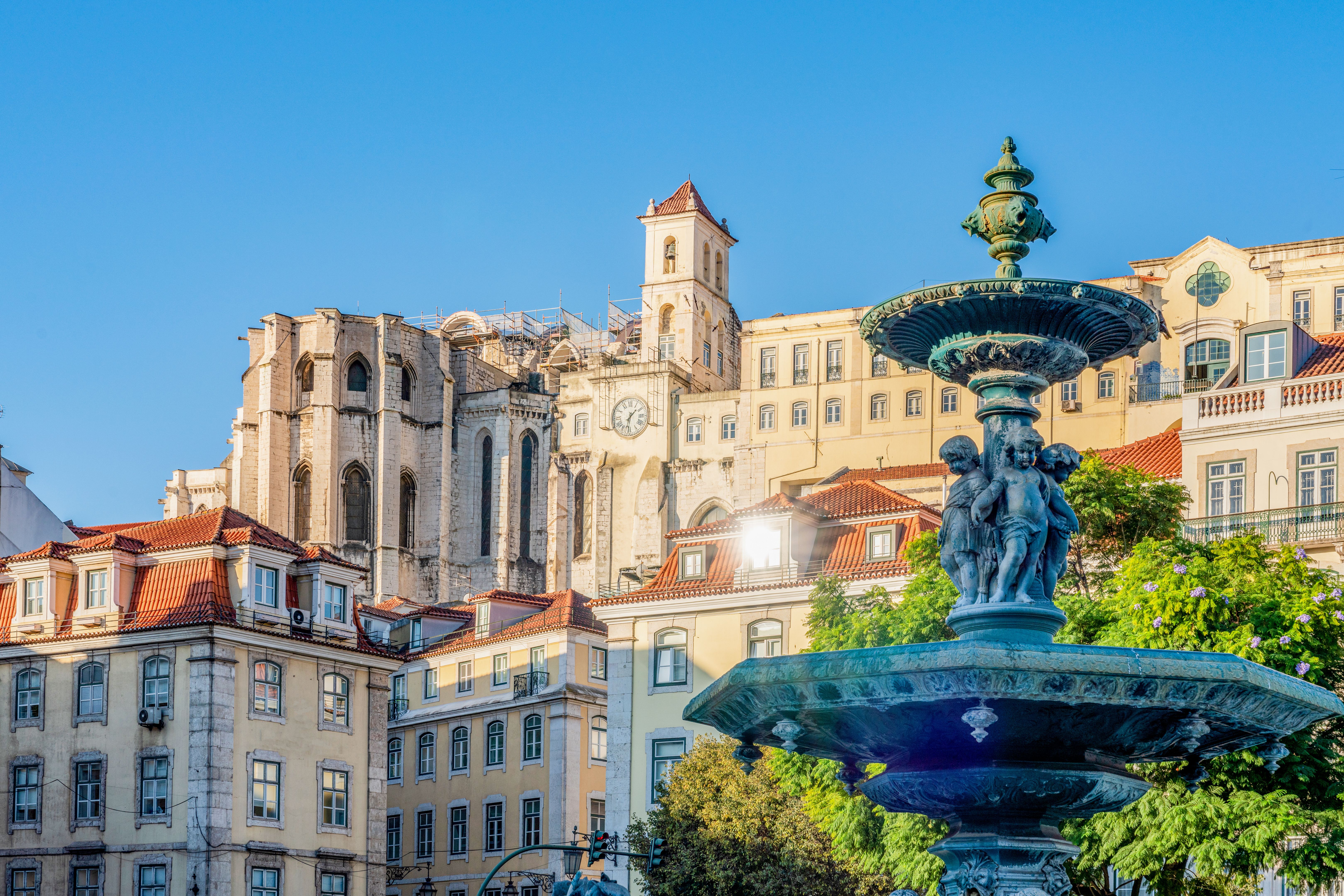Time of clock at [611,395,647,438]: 1:32
